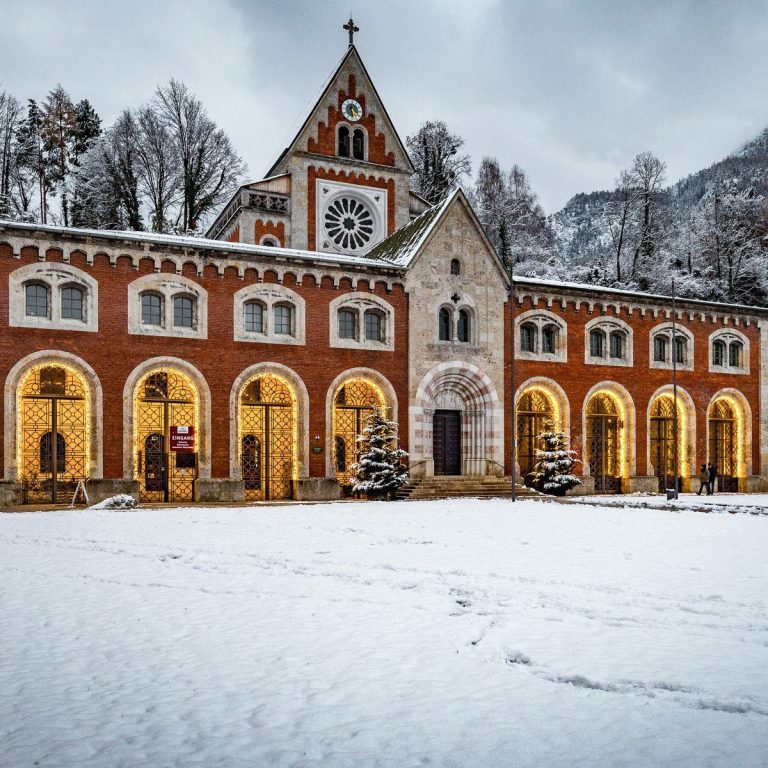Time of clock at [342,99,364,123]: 12:28
